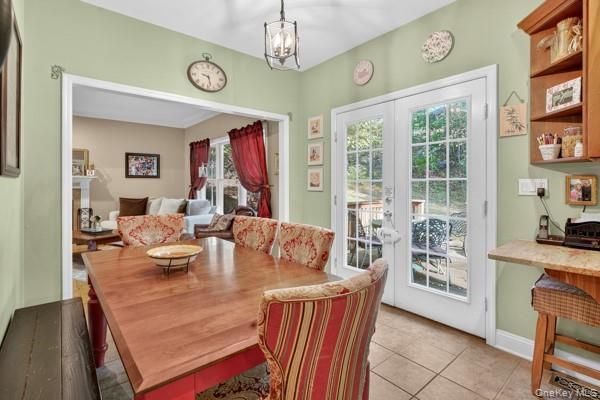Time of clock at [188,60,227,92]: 9:28
